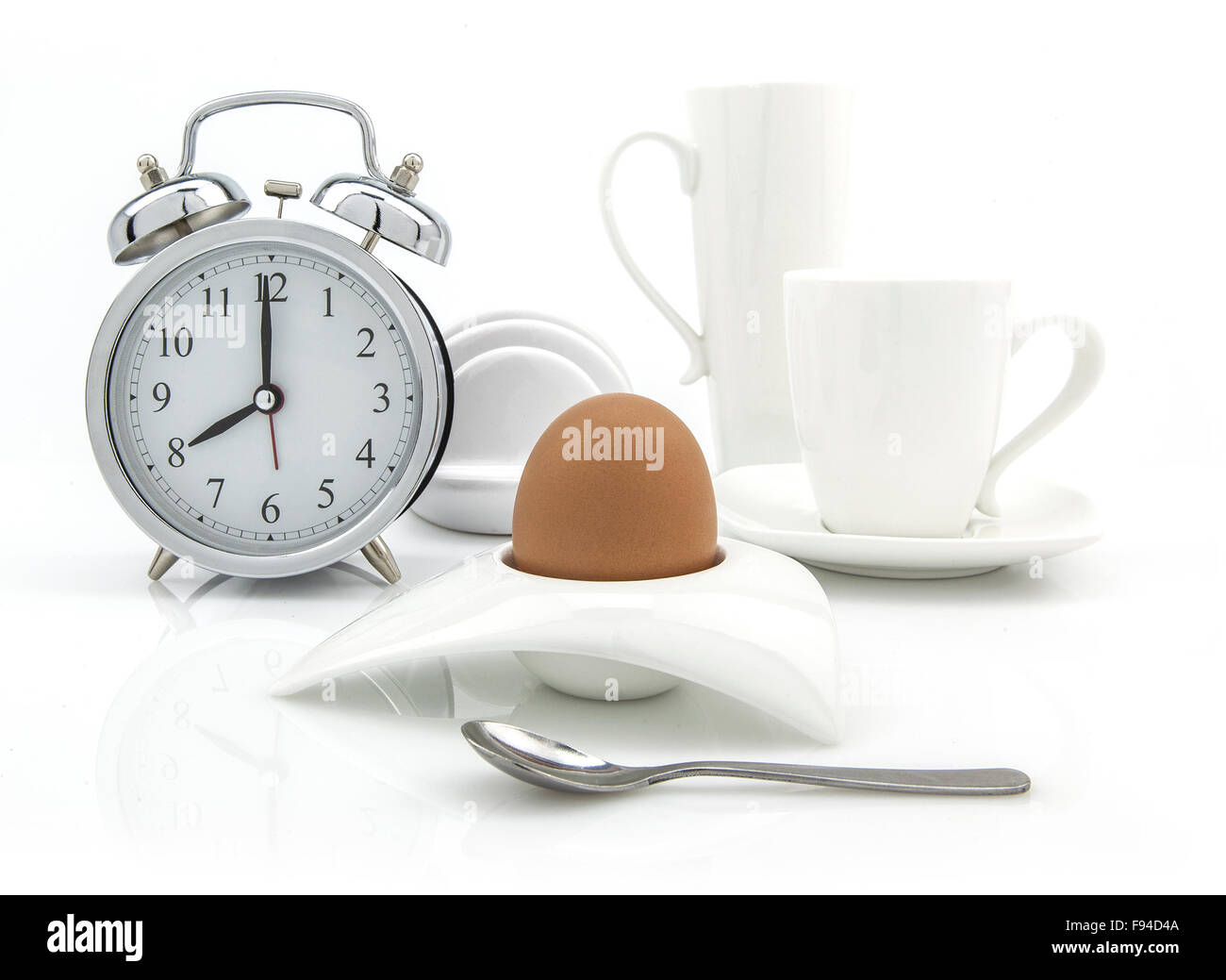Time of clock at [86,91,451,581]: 7:59
